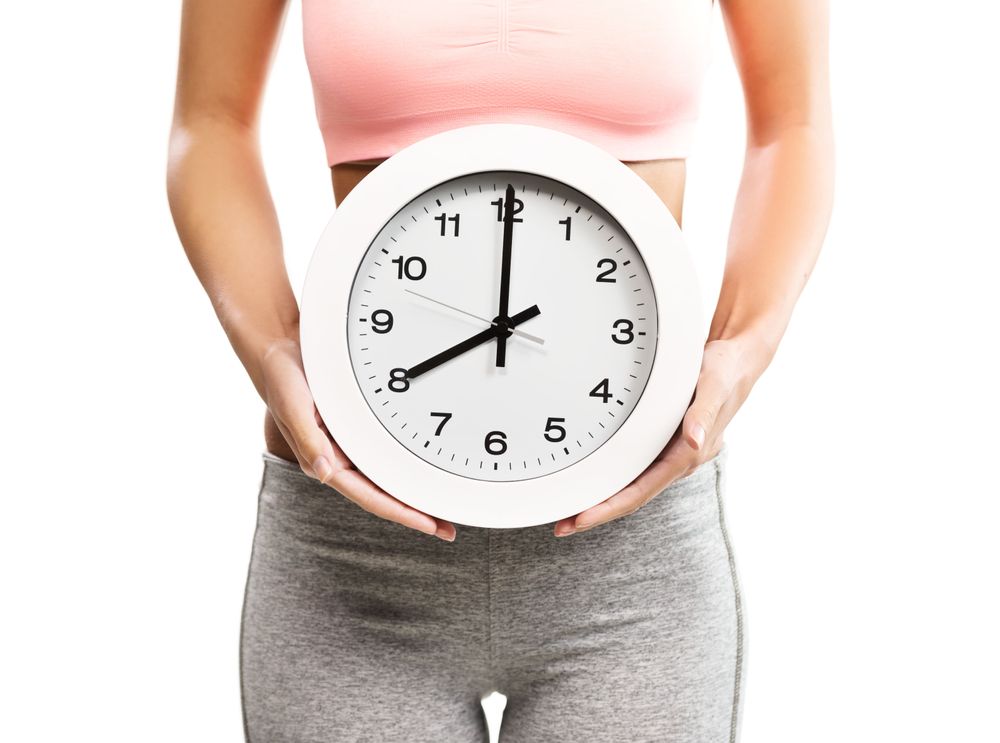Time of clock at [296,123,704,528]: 8:00
